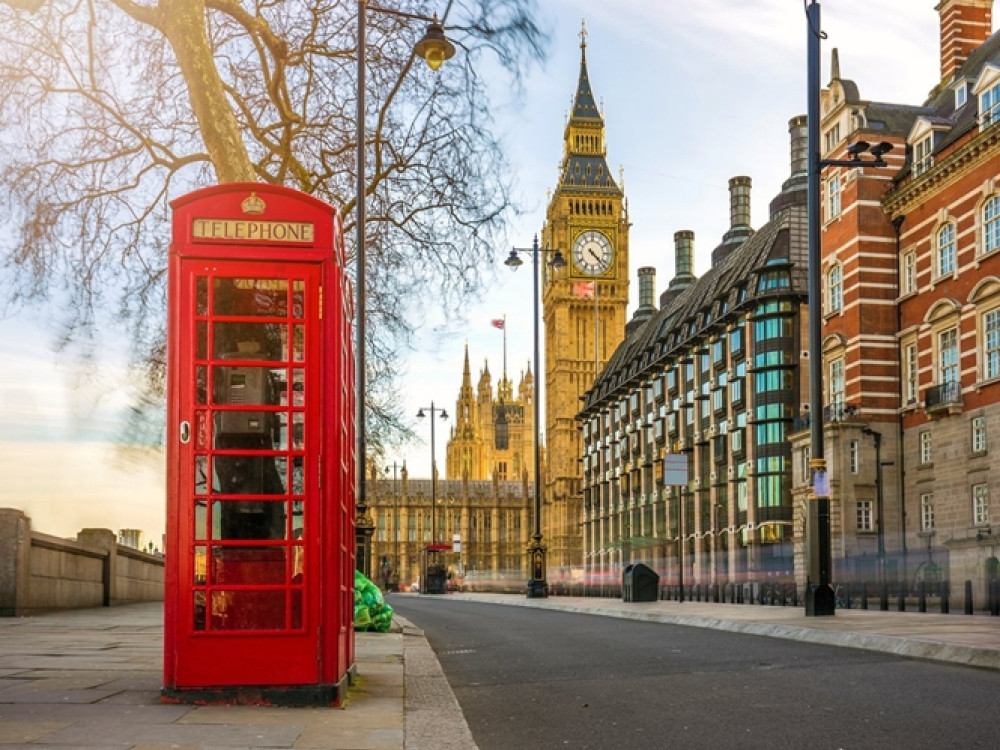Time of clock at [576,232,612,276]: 4:22
